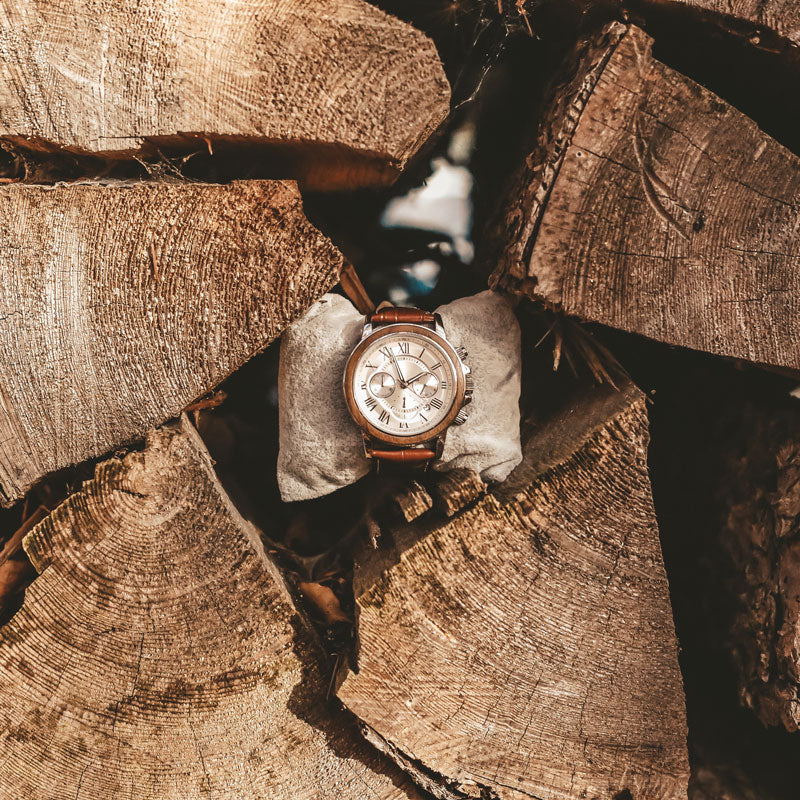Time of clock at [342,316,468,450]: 1:56
